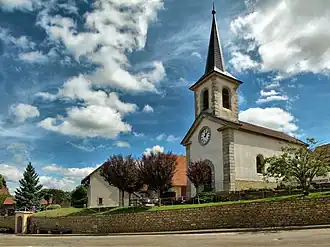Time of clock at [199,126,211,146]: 12:07
